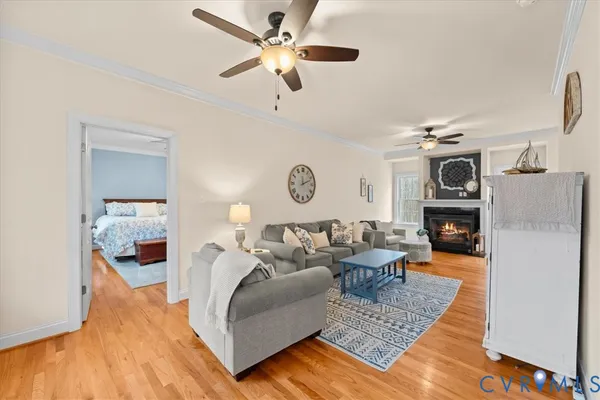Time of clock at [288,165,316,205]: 12:11
